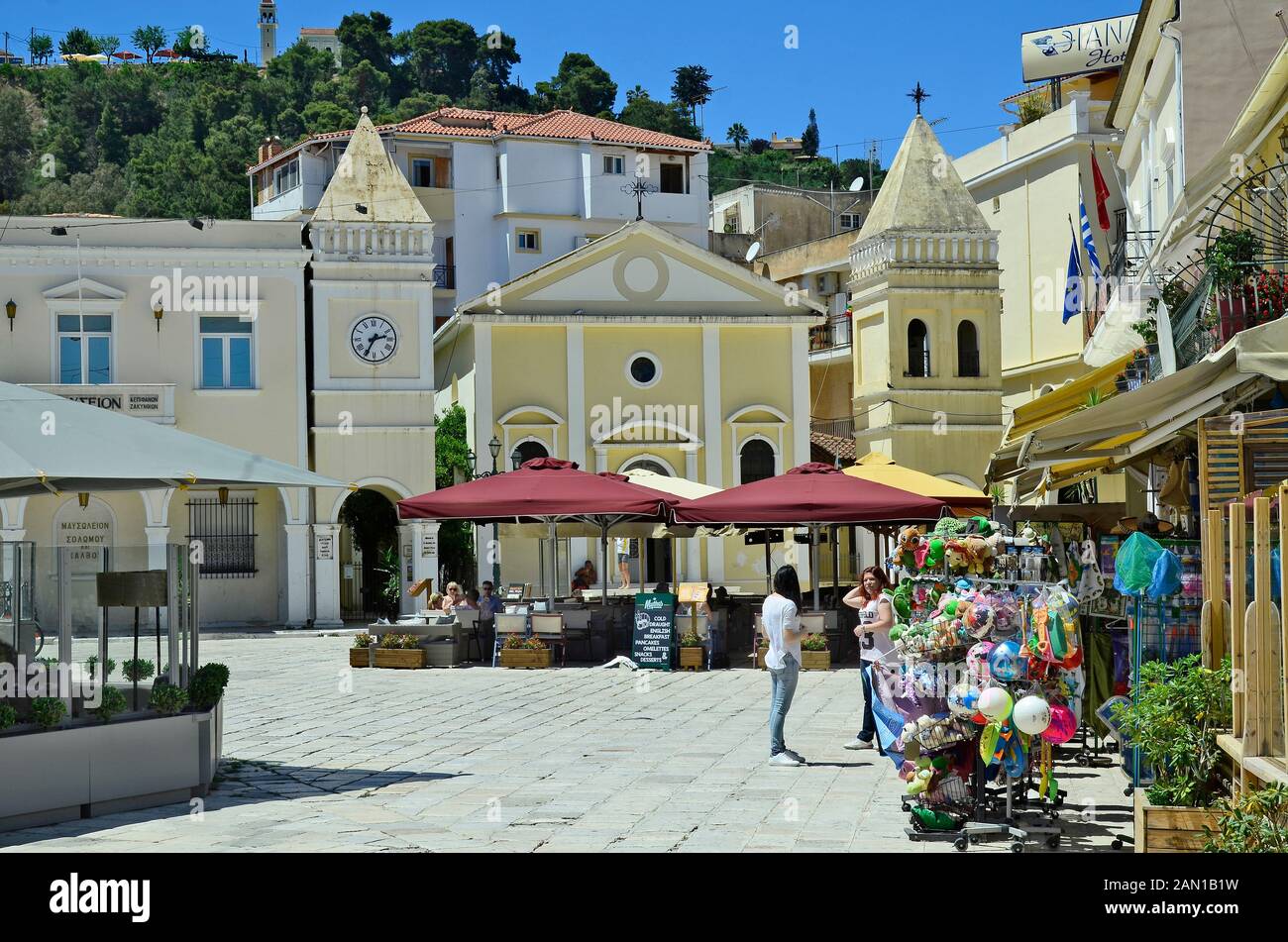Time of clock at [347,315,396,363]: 2:34
